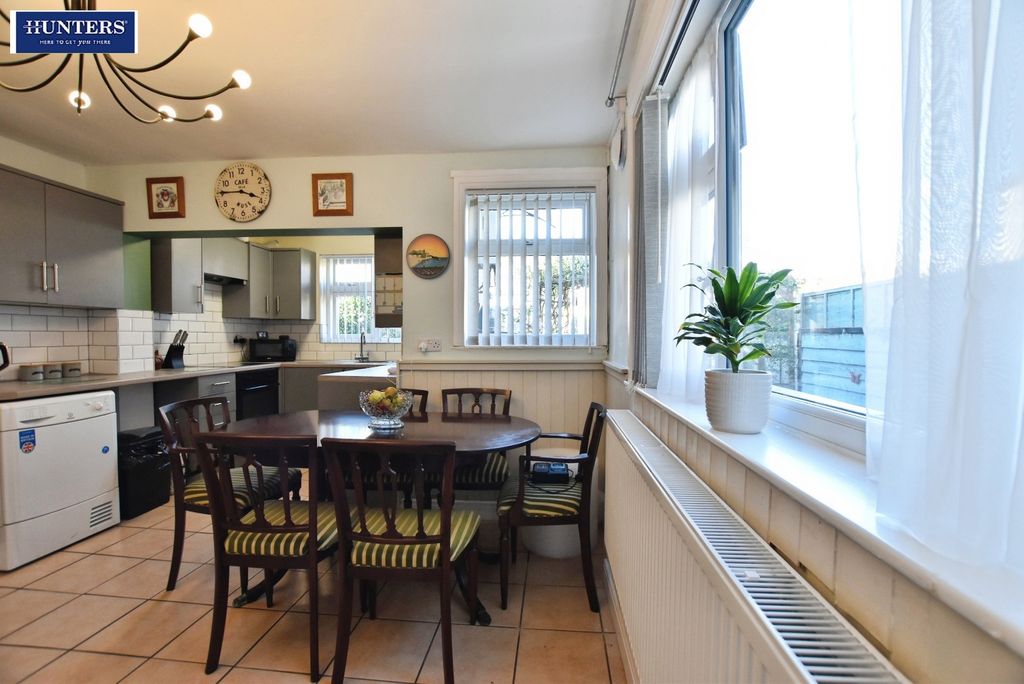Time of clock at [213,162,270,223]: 3:45
